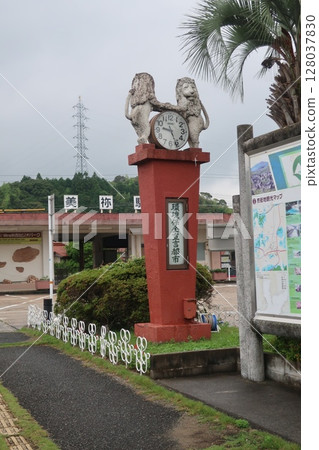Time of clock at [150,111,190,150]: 9:26
